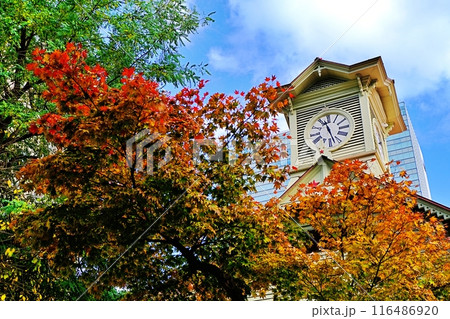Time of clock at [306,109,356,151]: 11:28
